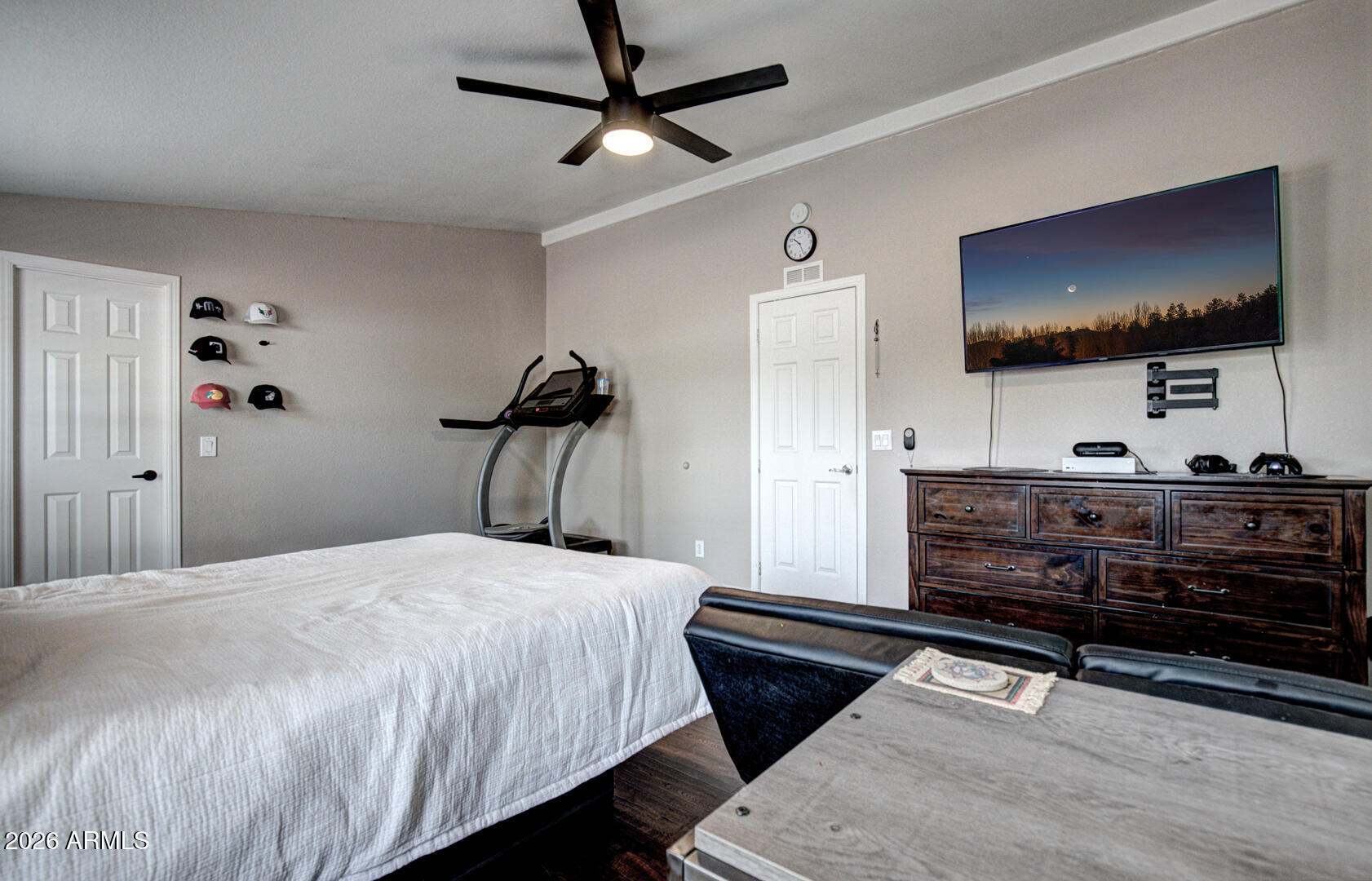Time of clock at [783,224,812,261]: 10:26
